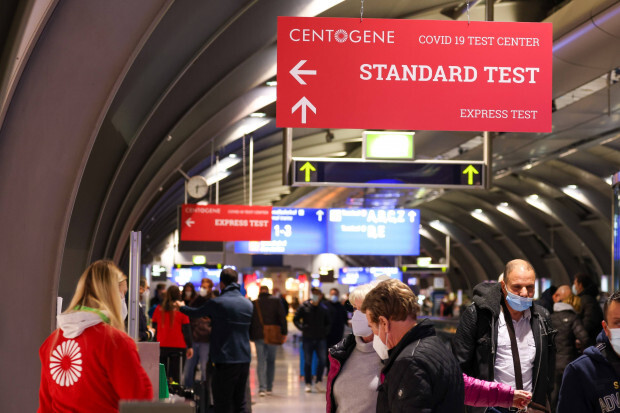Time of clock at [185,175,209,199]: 6:13
